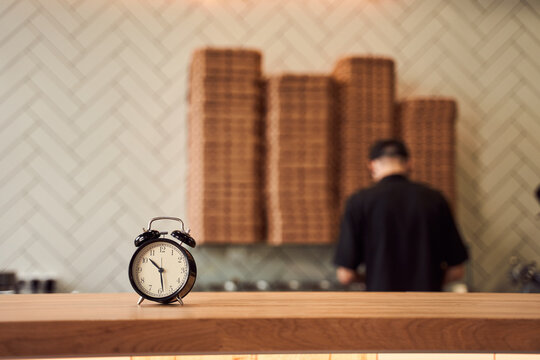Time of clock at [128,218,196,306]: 10:28
